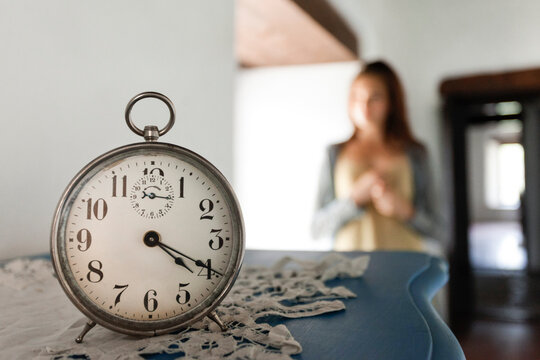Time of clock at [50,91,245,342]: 4:19
